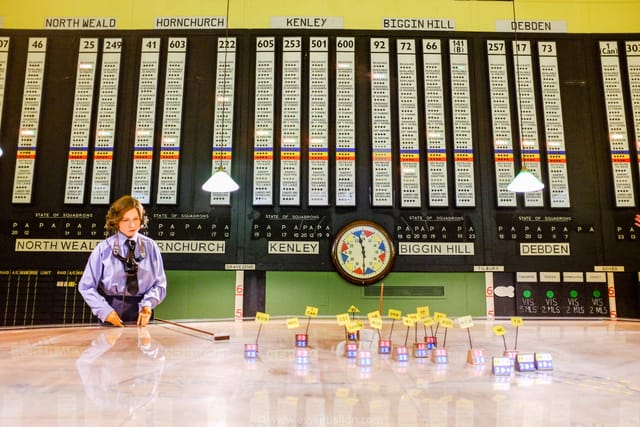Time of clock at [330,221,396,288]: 11:29
